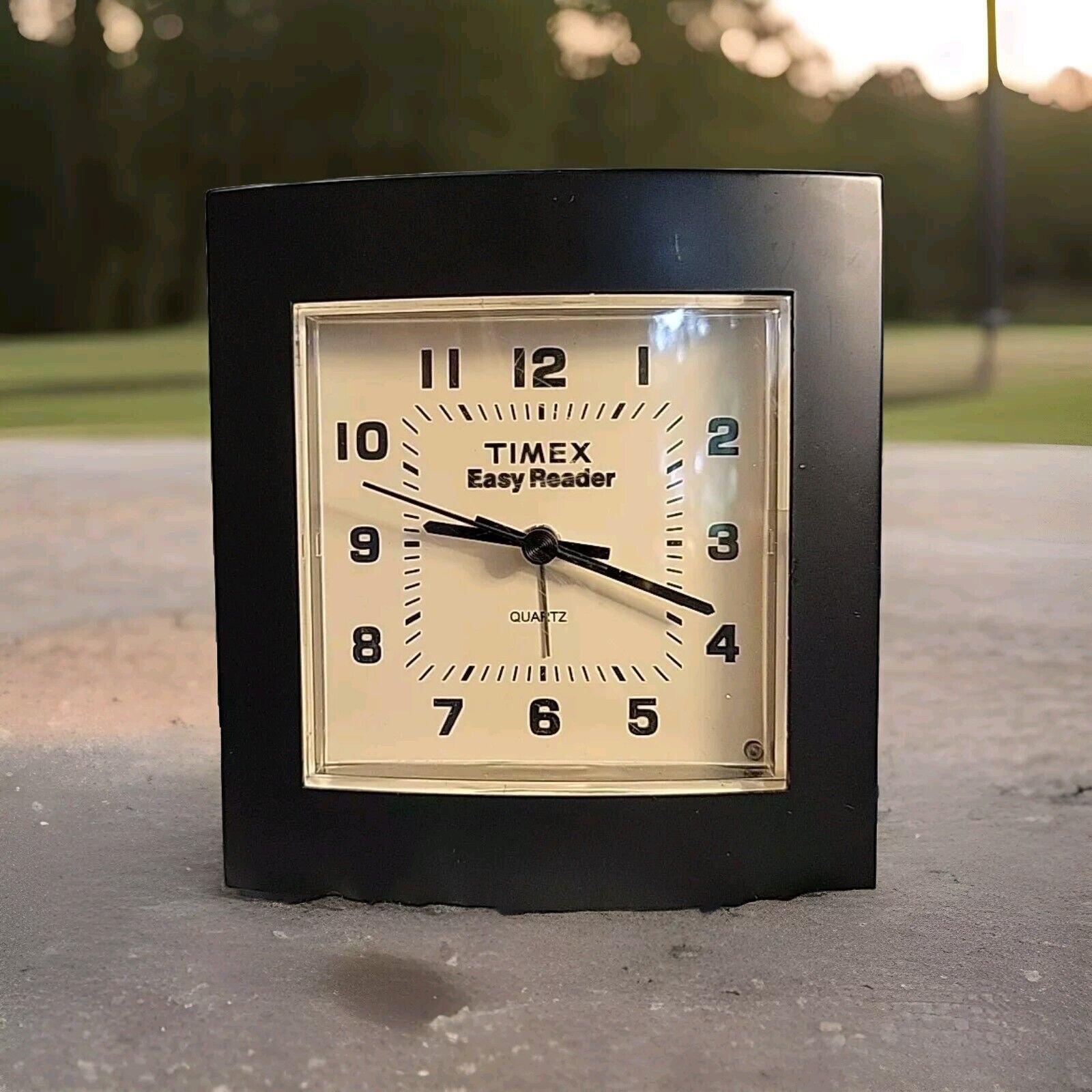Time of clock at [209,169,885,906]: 9:18
